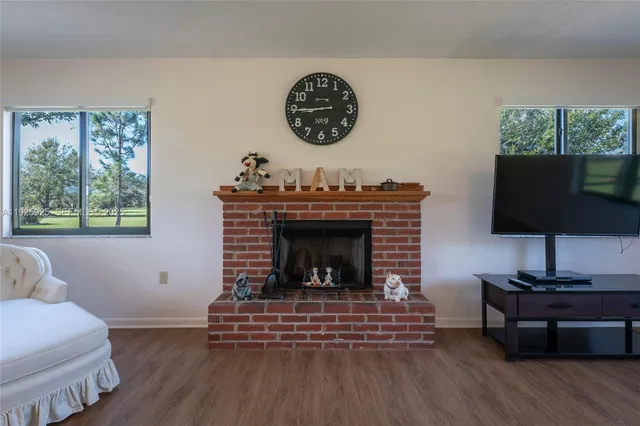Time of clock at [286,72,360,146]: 8:44
